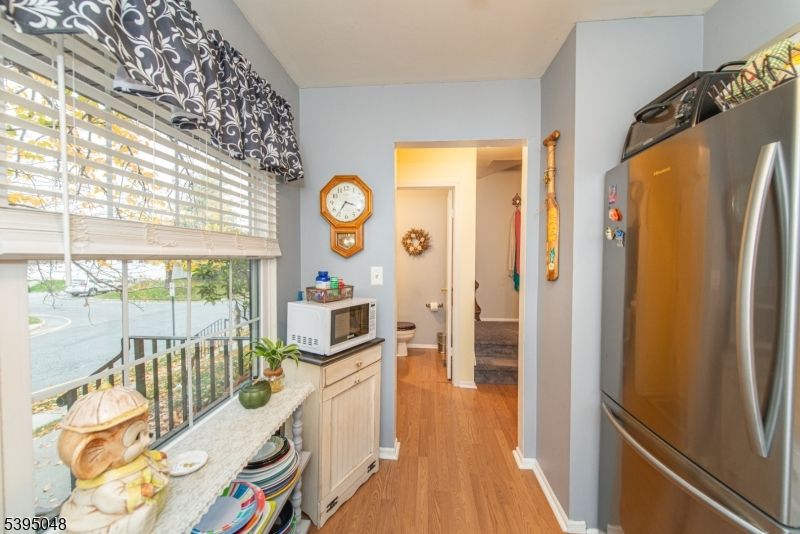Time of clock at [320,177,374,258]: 3:35
